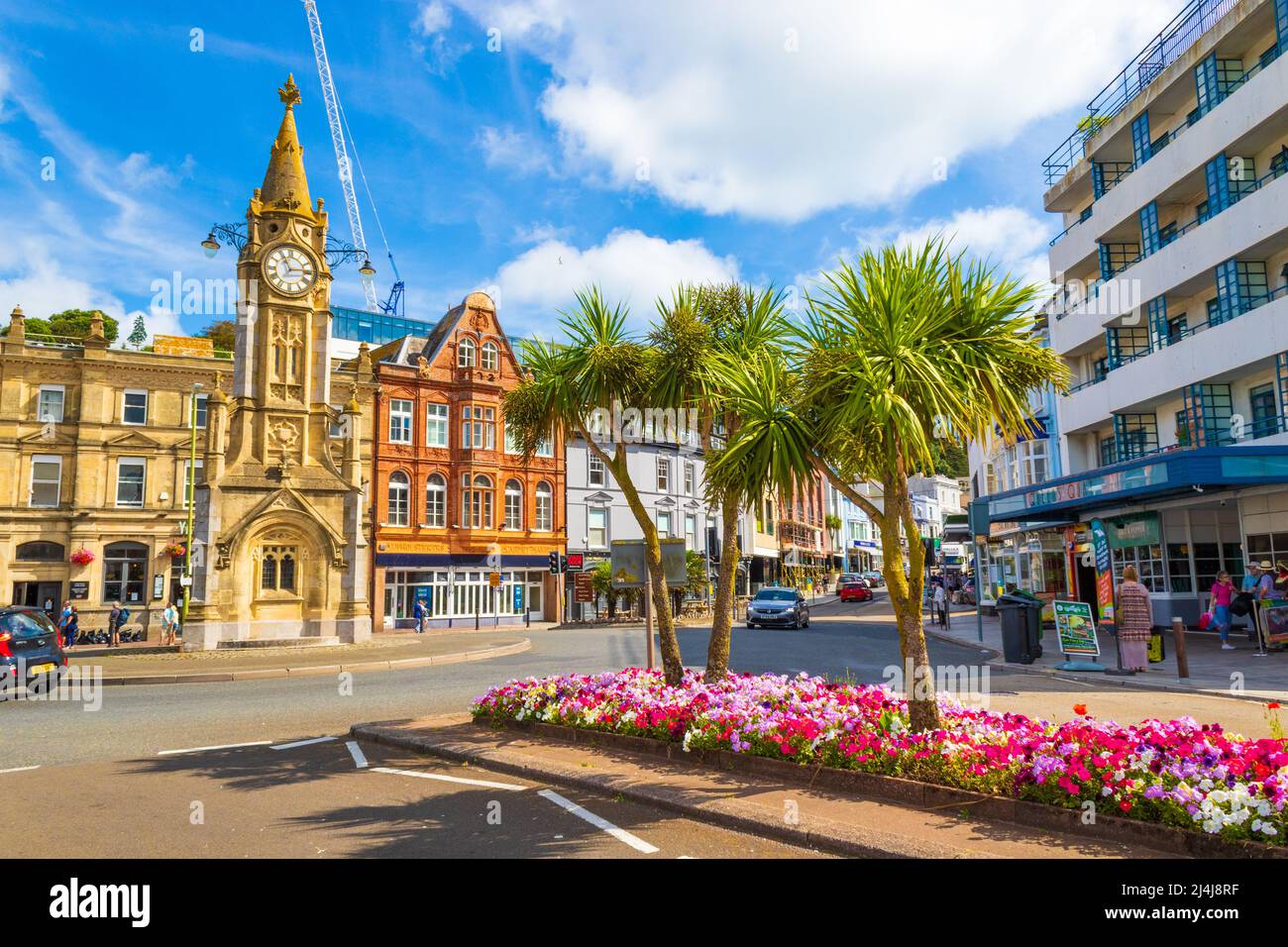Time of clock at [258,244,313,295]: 11:13
